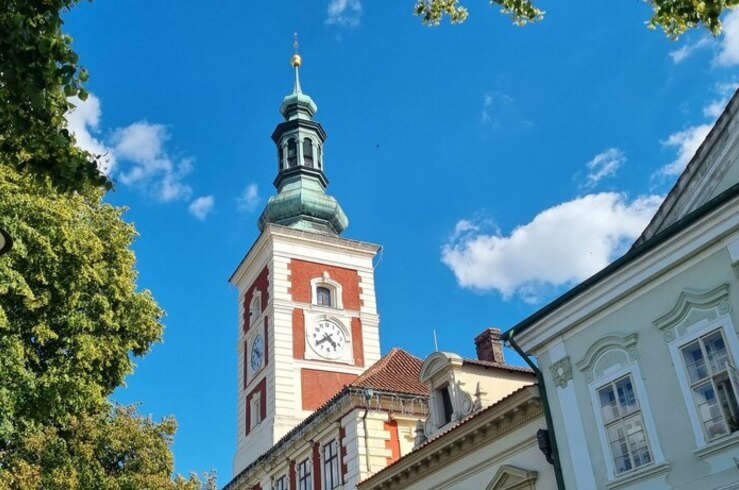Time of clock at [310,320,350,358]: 4:39
